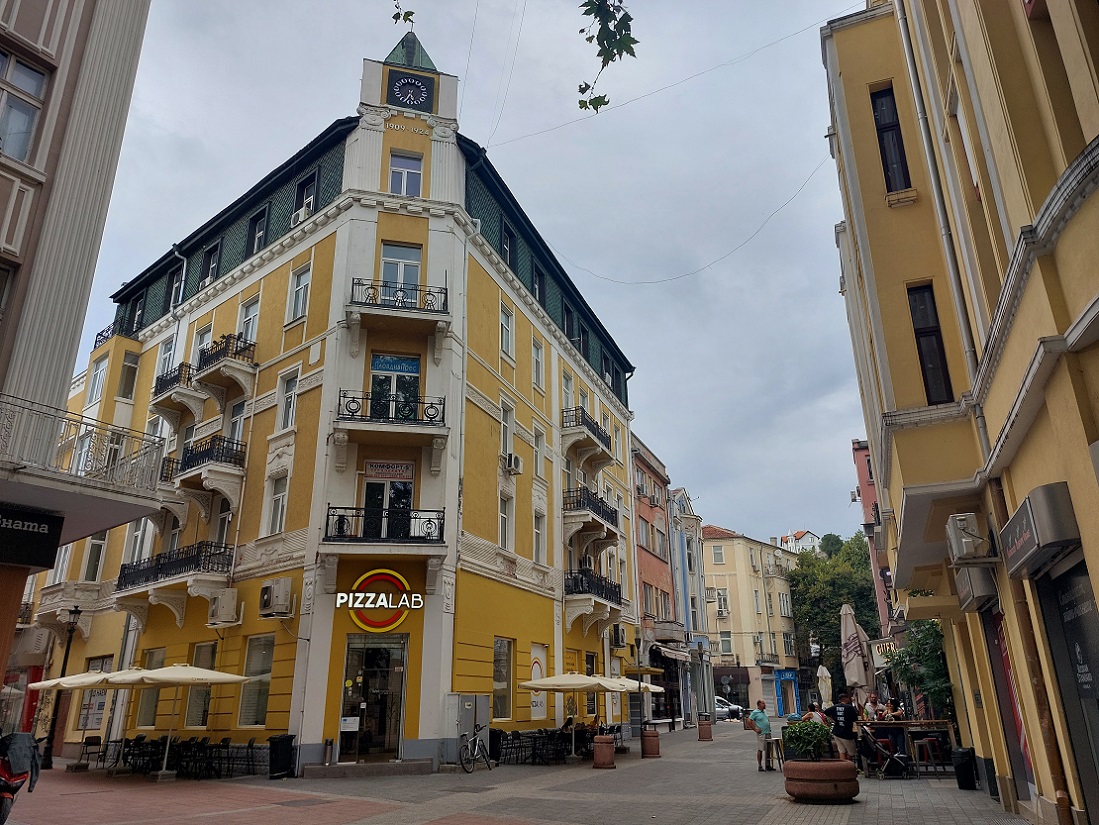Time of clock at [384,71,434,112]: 5:33
